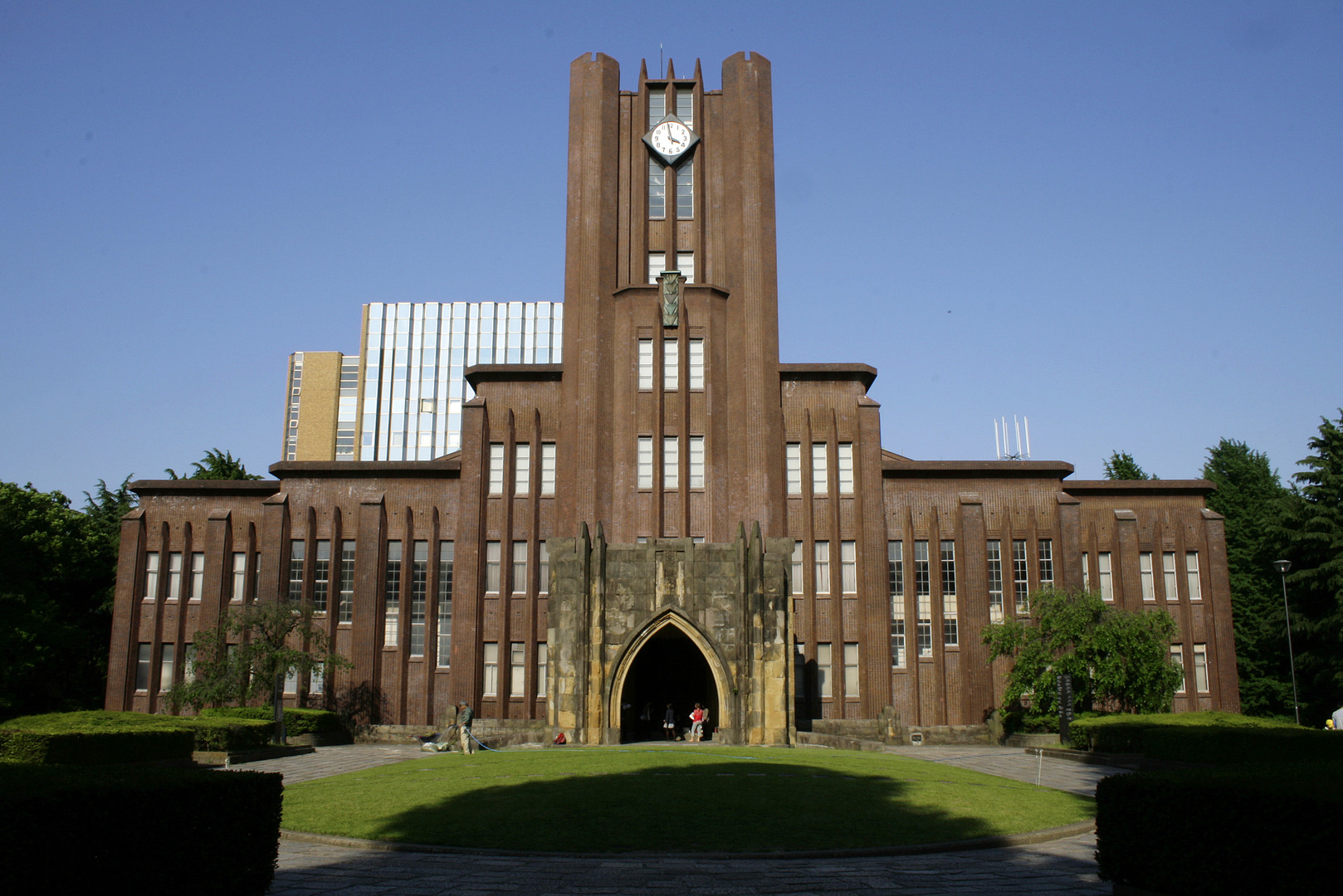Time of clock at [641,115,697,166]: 3:58
